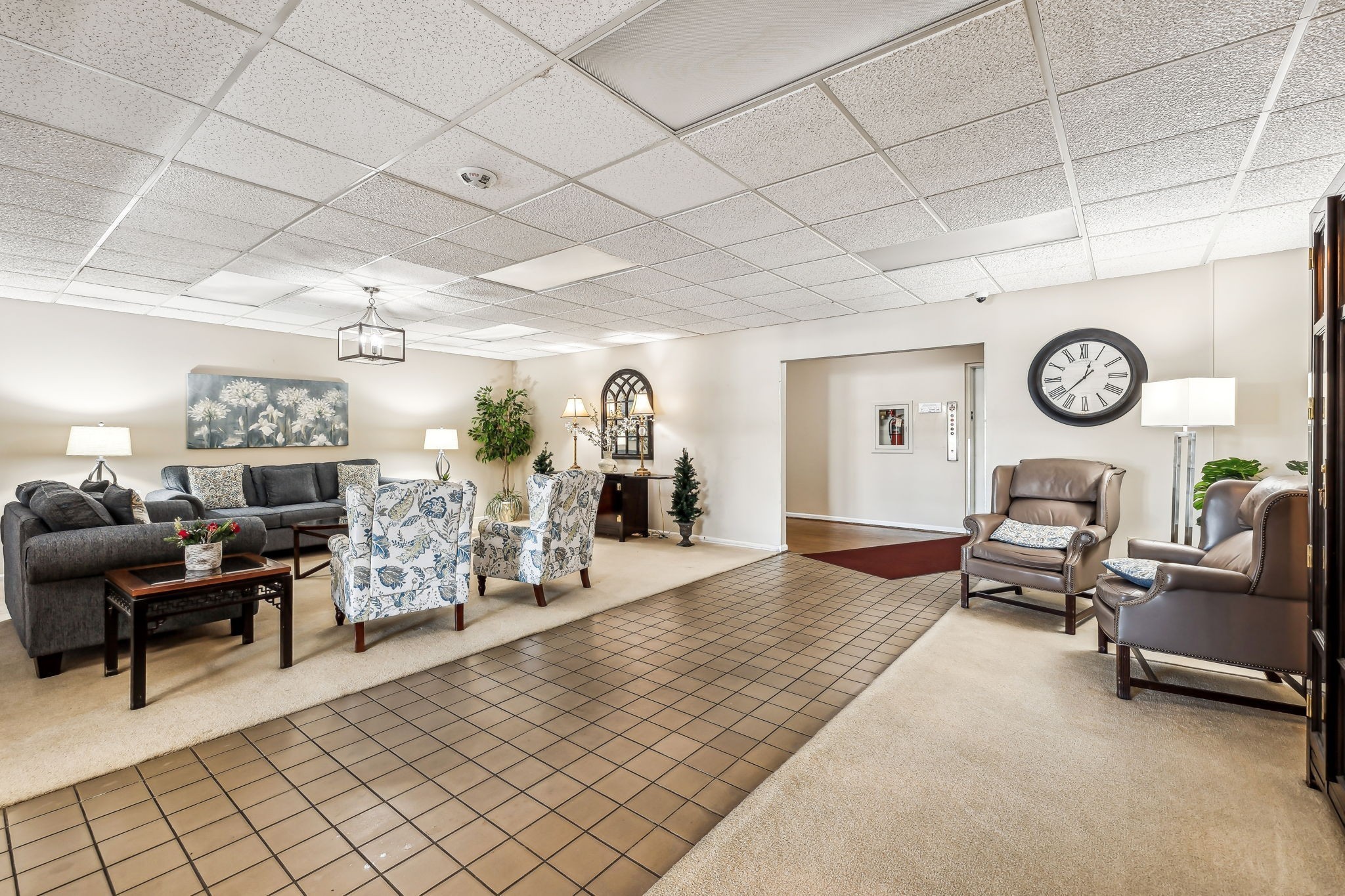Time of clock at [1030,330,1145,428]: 12:37
